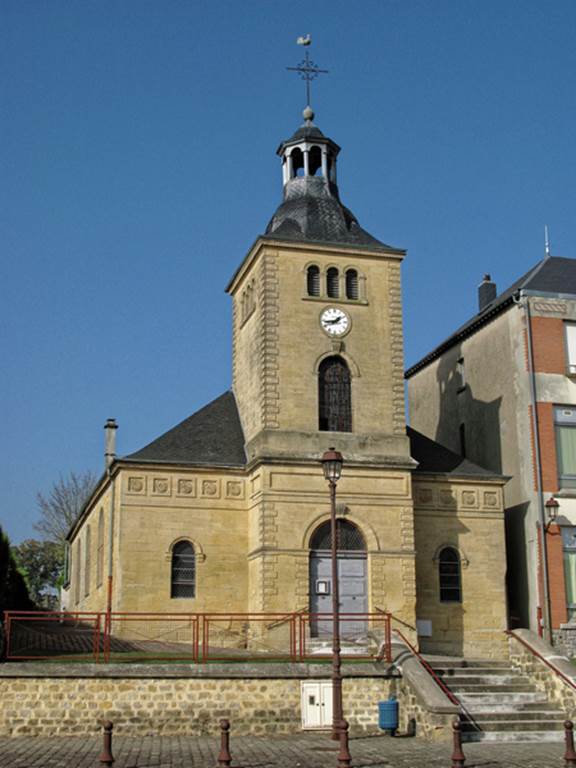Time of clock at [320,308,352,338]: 1:43
